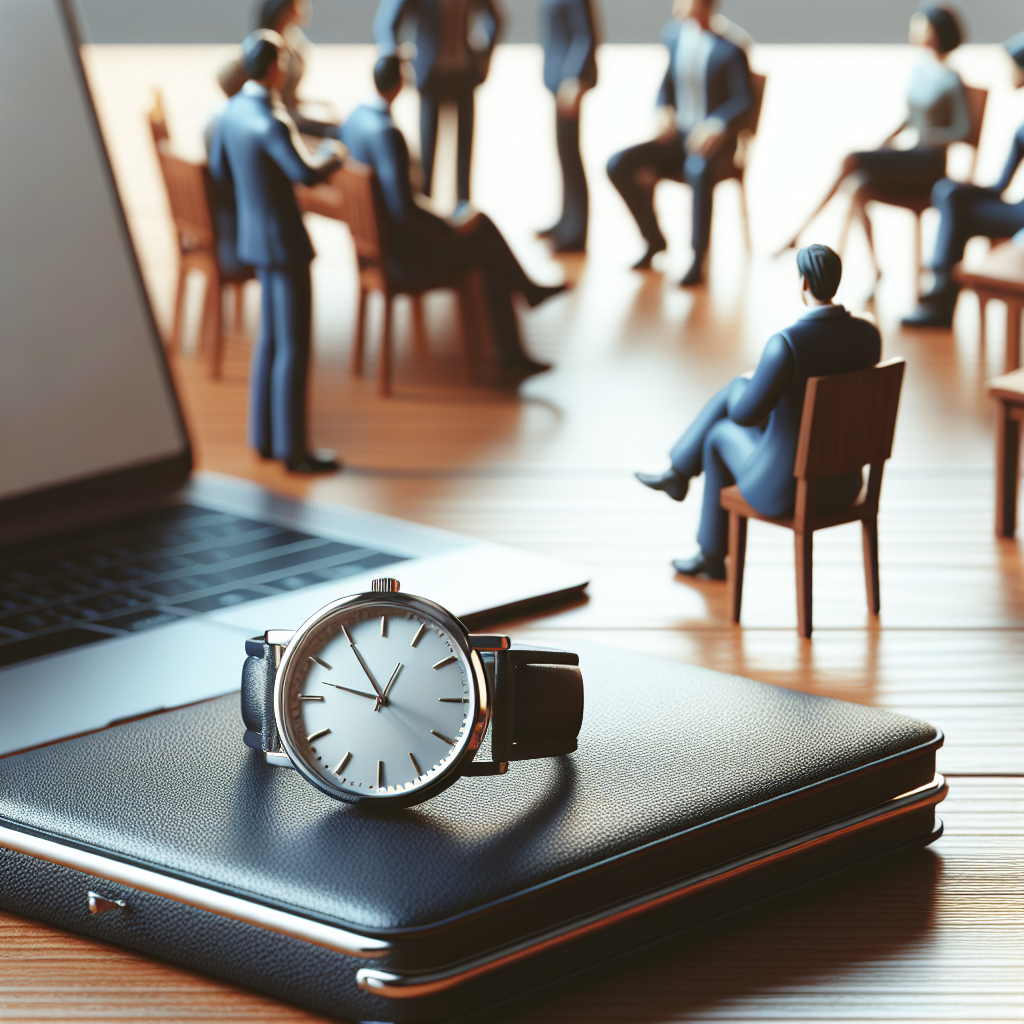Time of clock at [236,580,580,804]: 12:54
